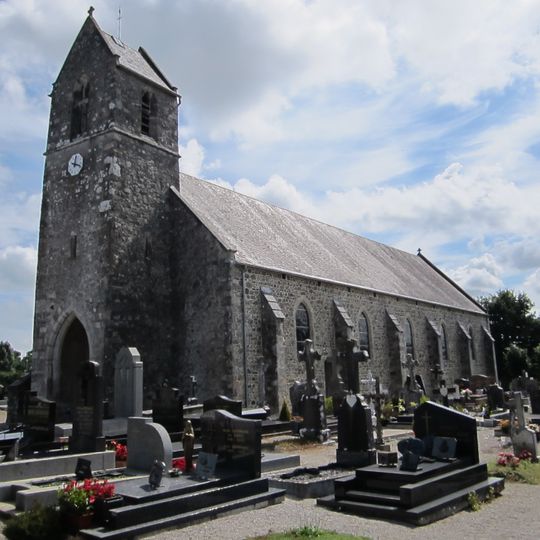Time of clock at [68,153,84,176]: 12:18
